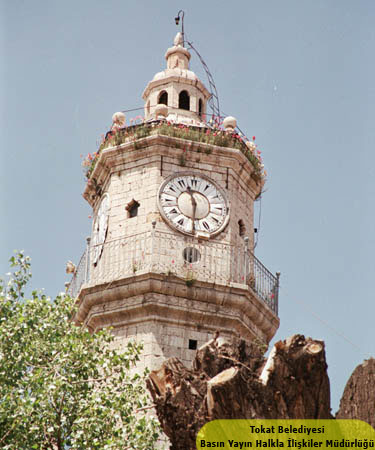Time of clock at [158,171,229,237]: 11:30
